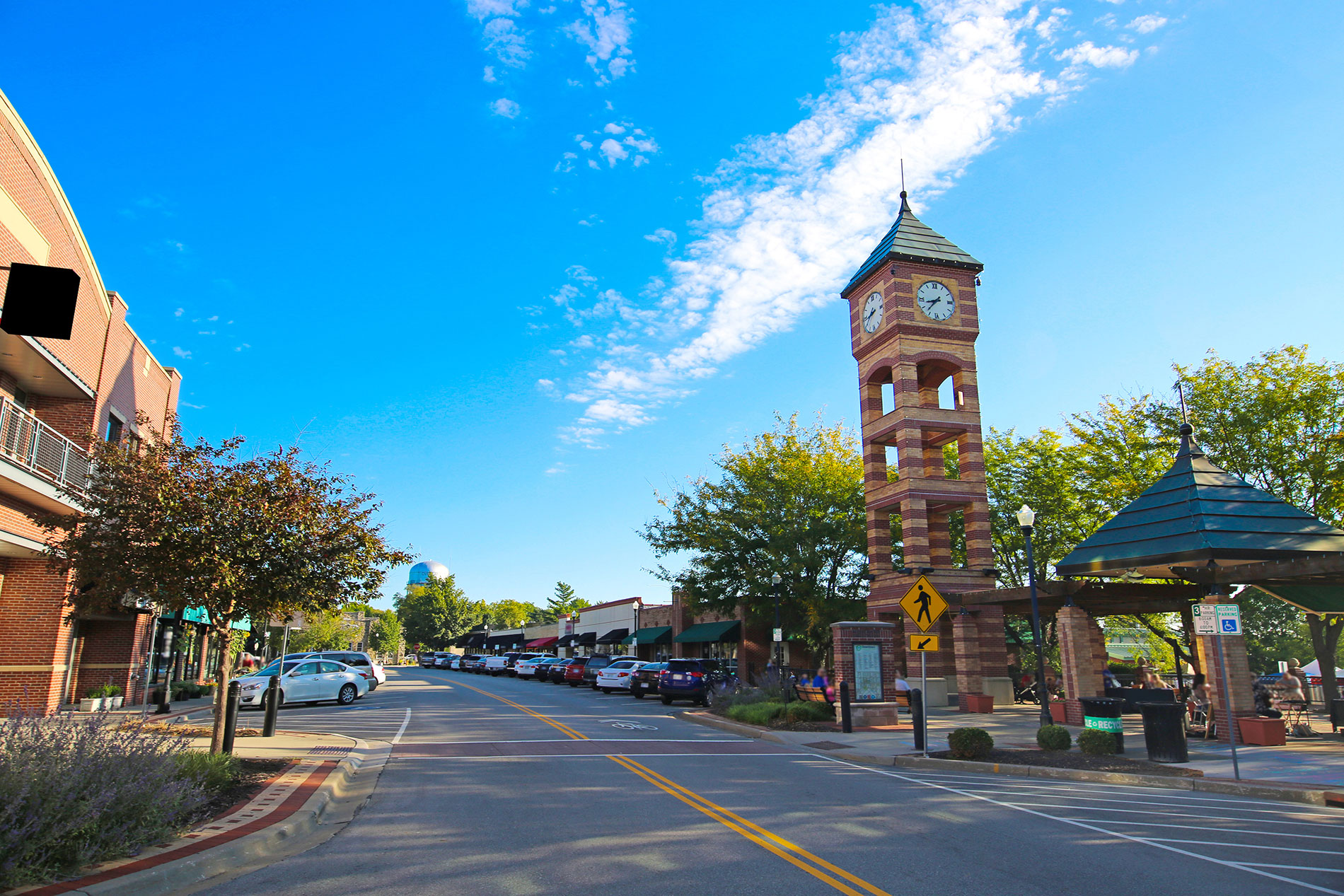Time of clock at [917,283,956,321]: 8:37
